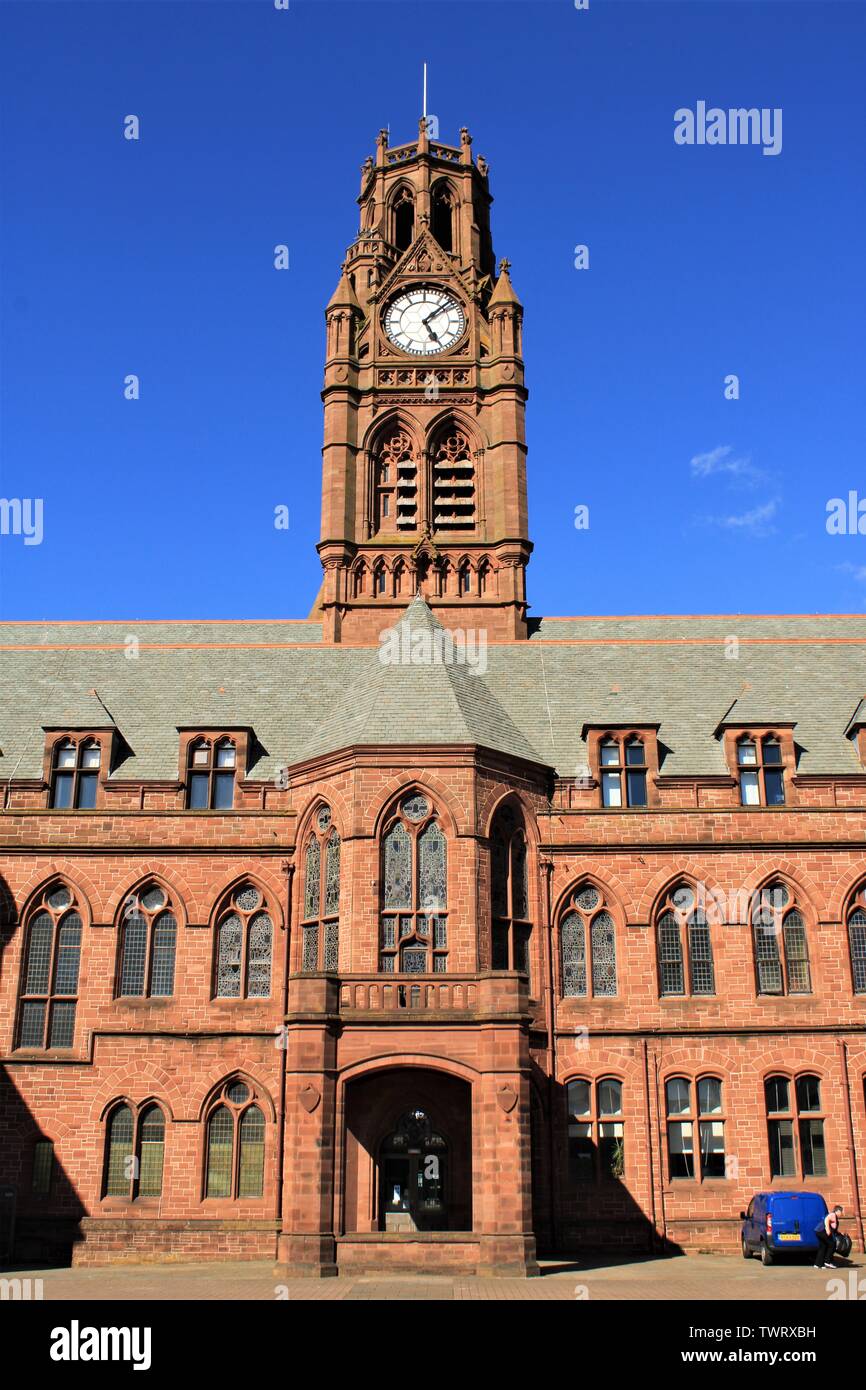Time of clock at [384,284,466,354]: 5:07
